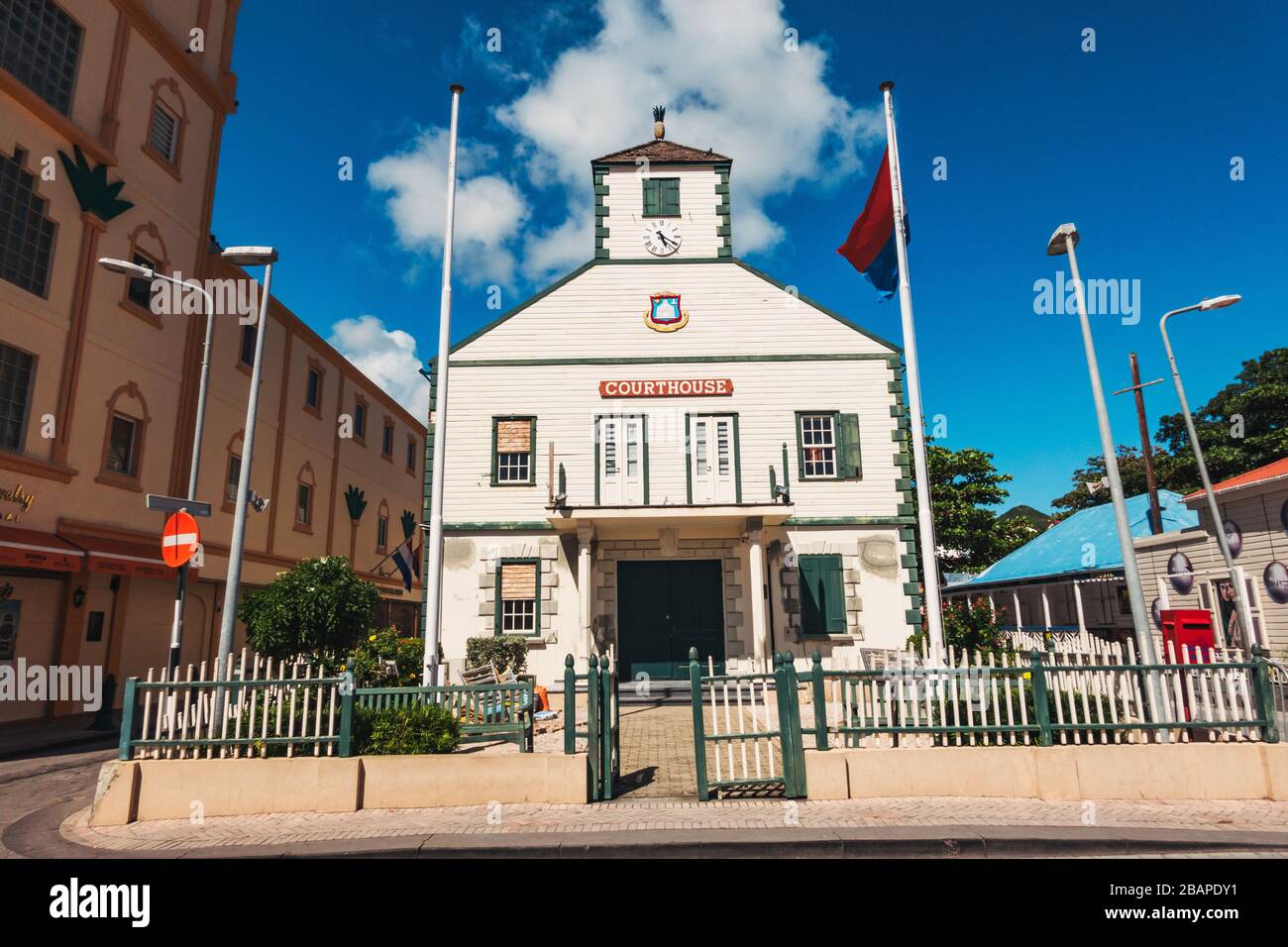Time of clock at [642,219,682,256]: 5:20
